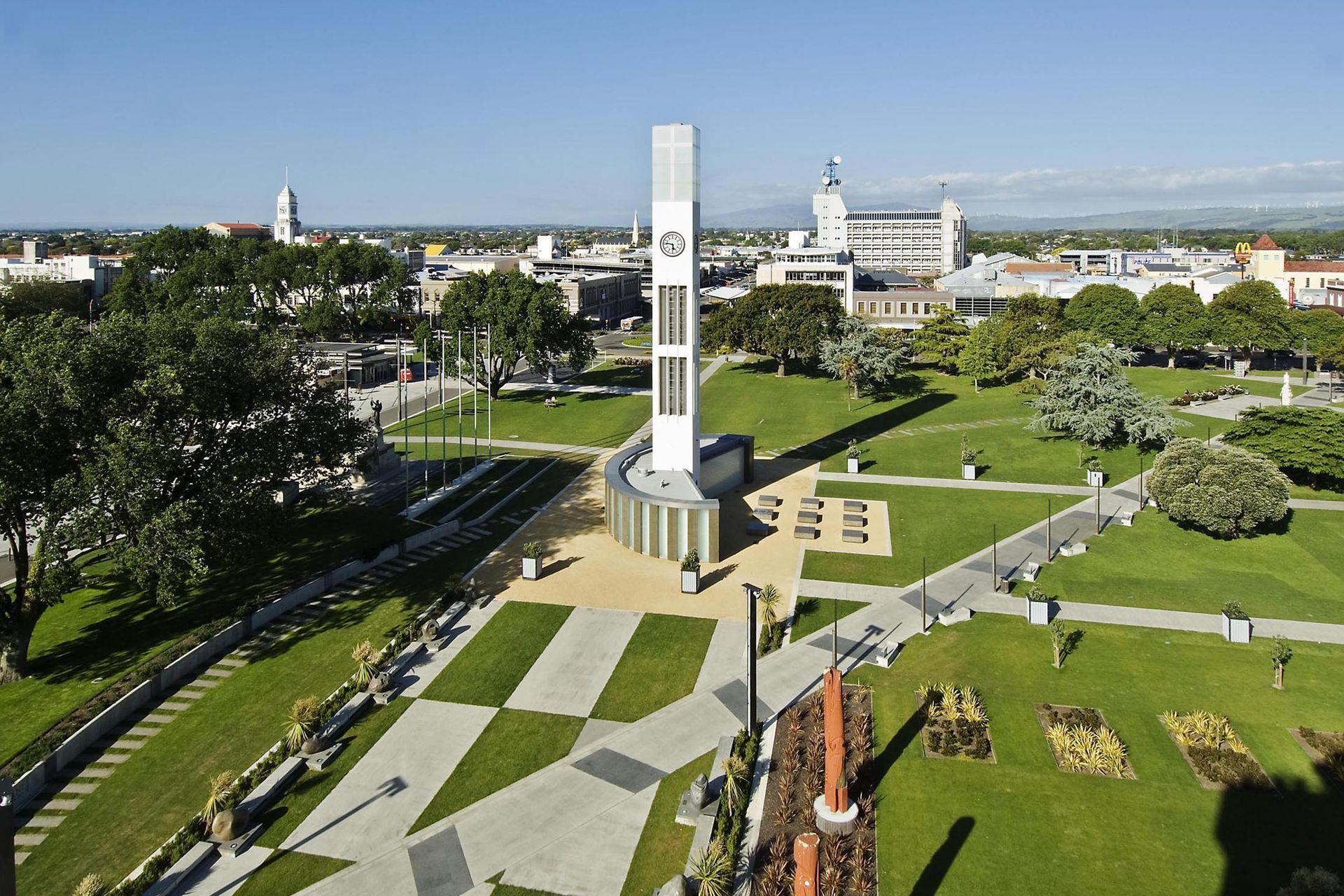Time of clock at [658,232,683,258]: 5:46
